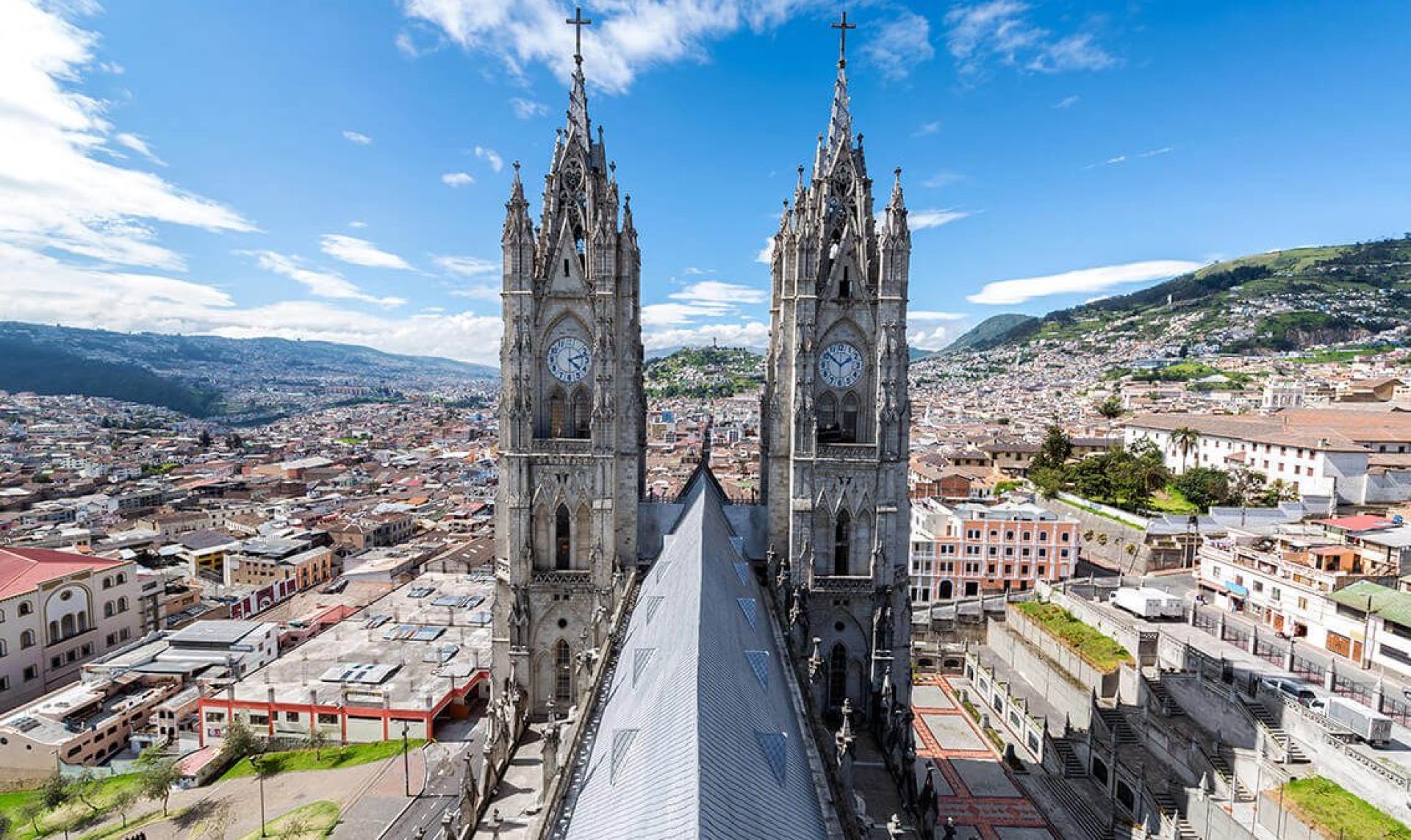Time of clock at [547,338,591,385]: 4:12
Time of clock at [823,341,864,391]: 1:51
